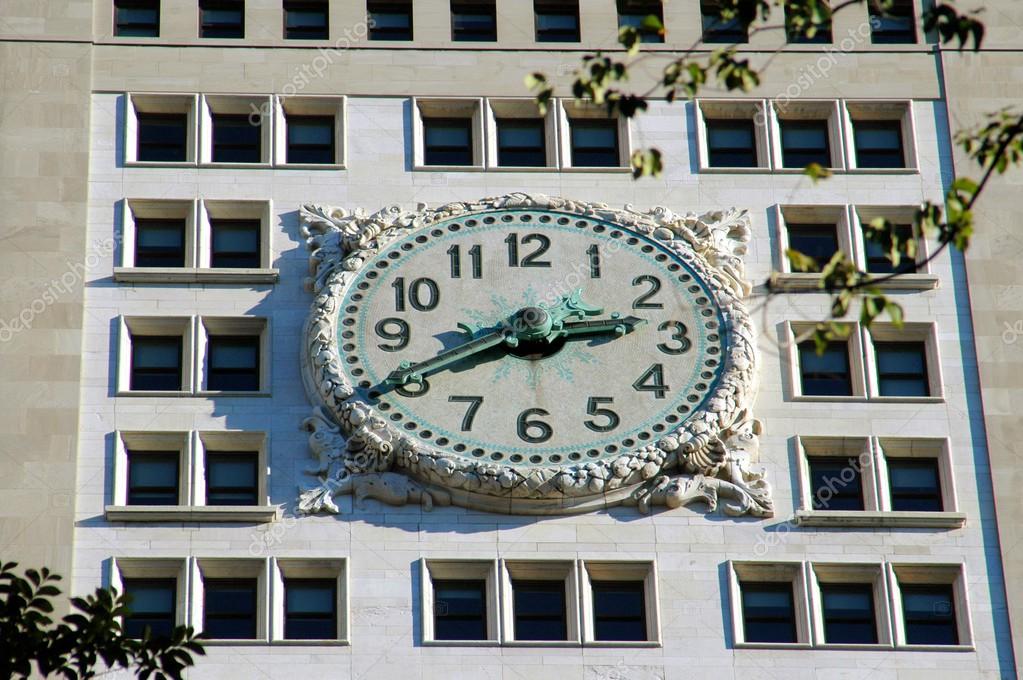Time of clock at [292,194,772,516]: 2:40
